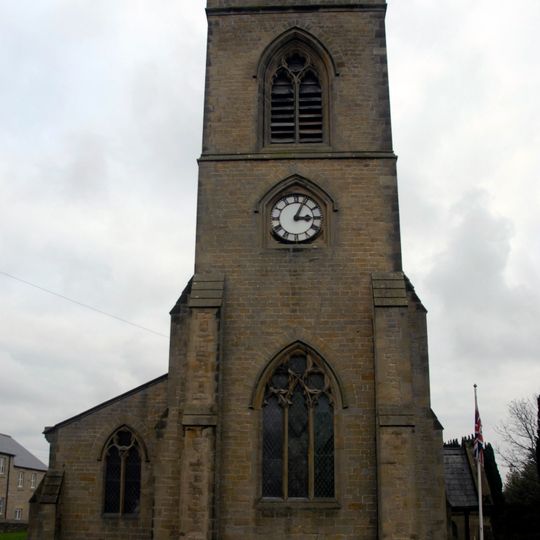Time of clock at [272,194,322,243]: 3:04
